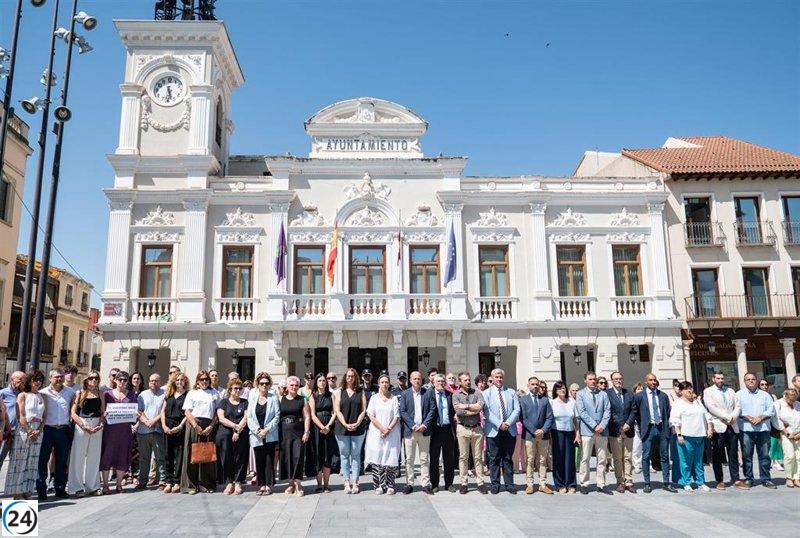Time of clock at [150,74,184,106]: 5:30
